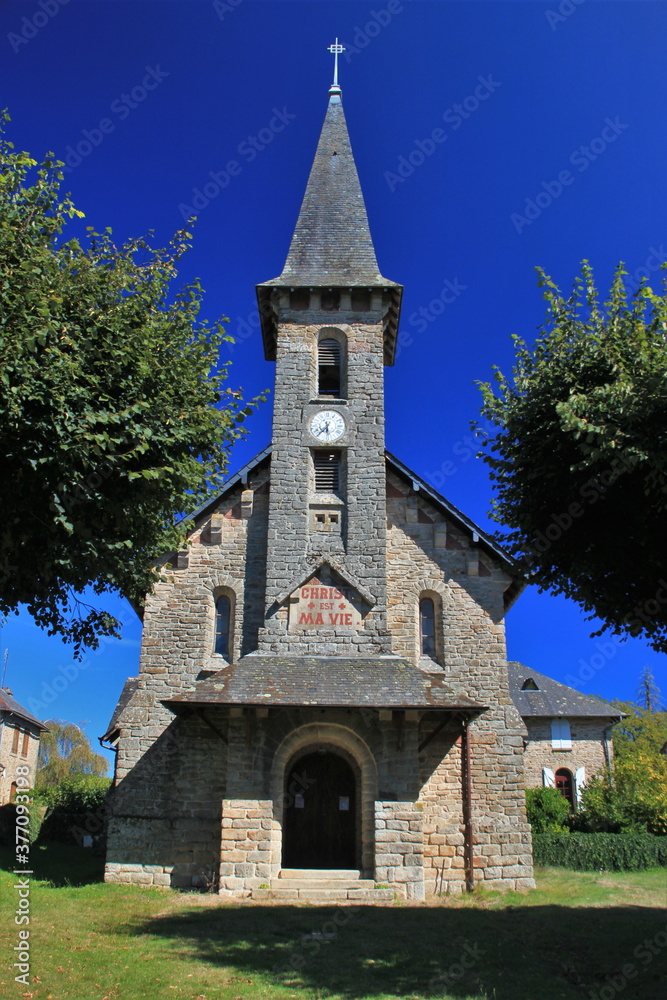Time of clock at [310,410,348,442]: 5:36
